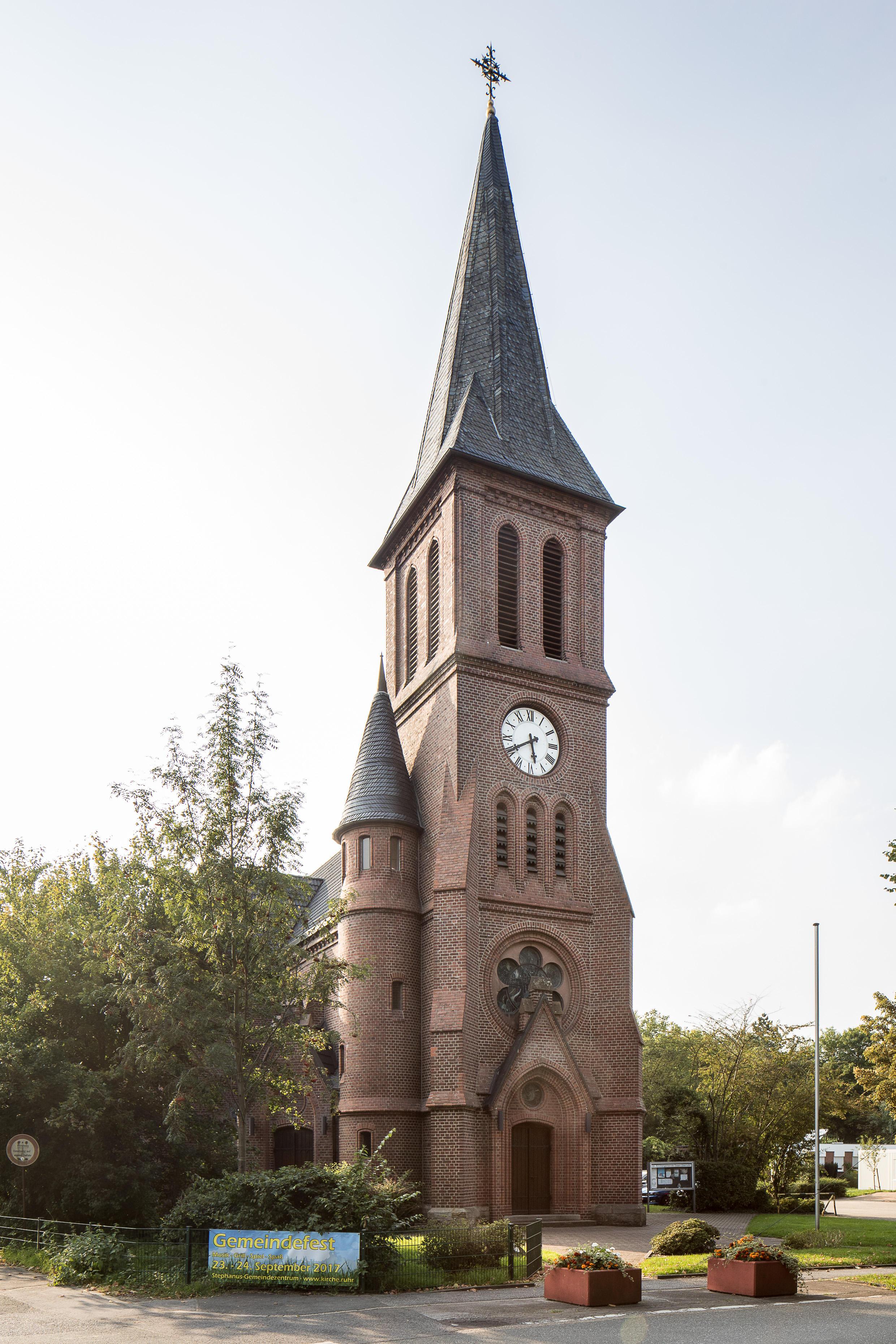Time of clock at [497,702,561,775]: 5:40
